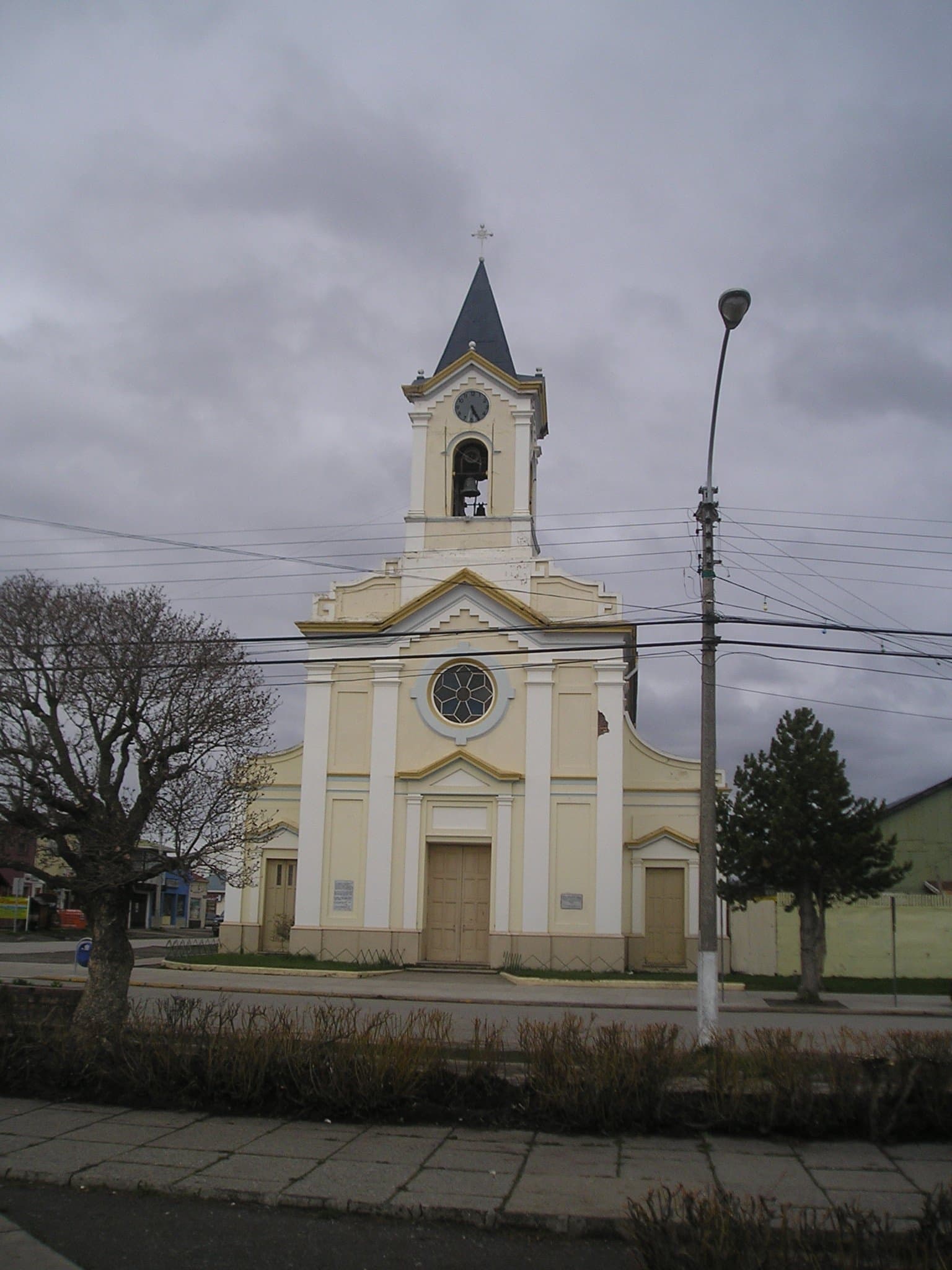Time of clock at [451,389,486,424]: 5:25
